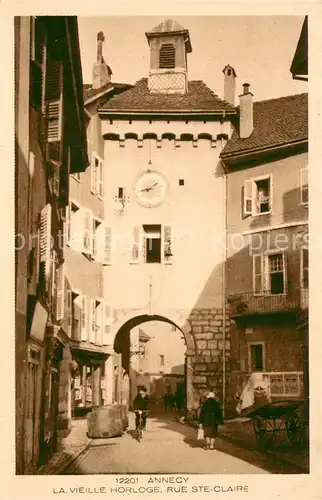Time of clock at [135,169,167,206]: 1:42
